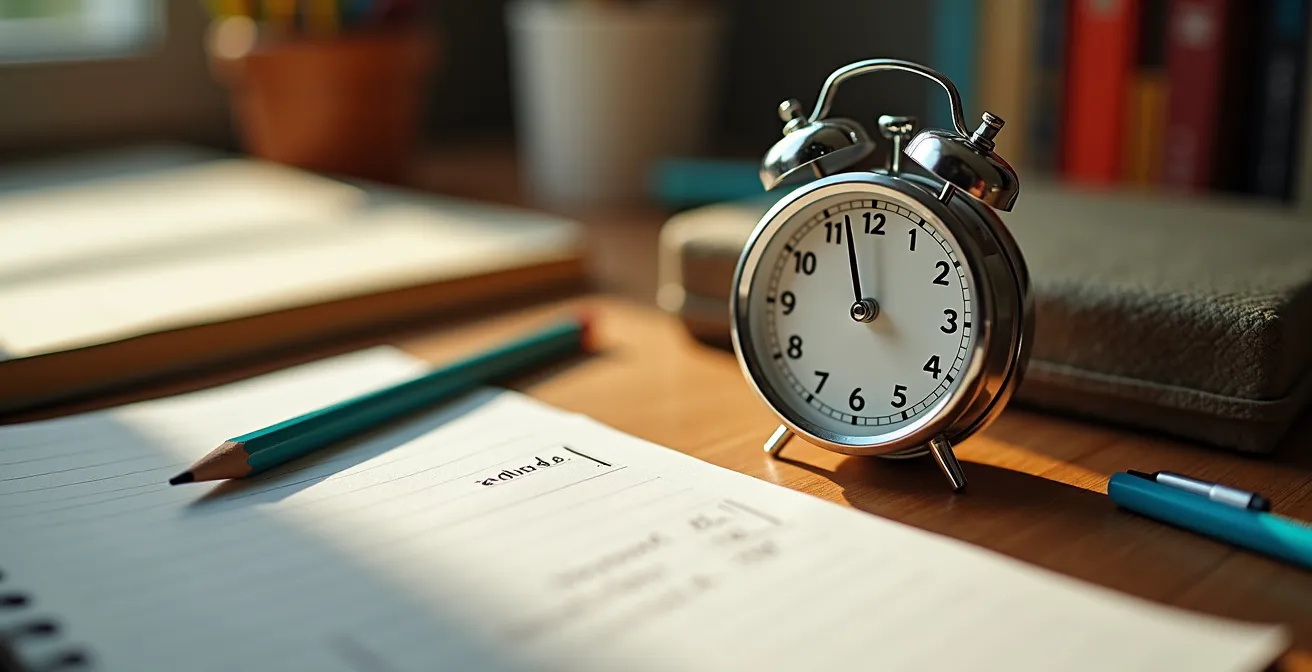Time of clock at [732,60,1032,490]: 3:57
